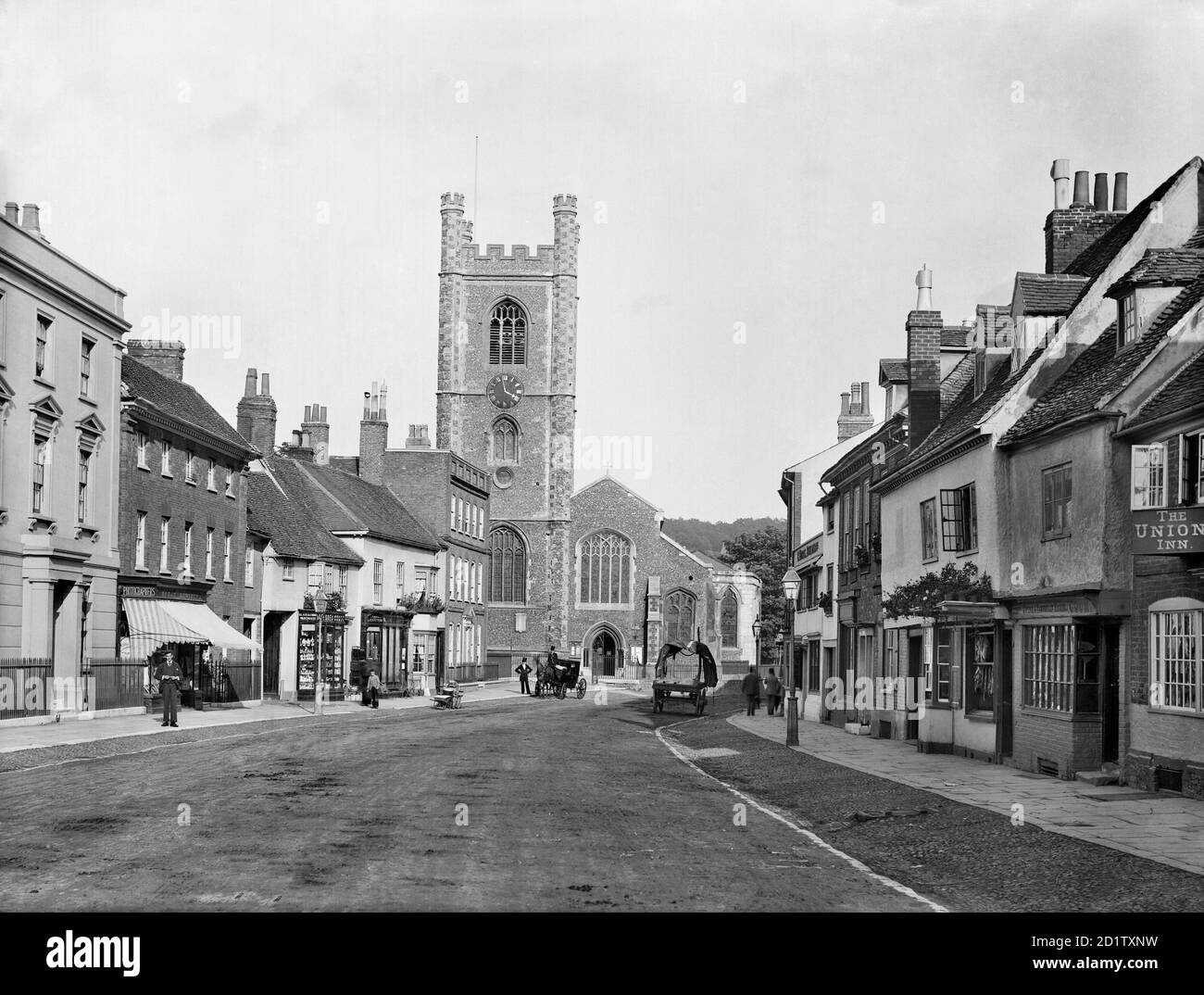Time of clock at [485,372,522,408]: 3:58
